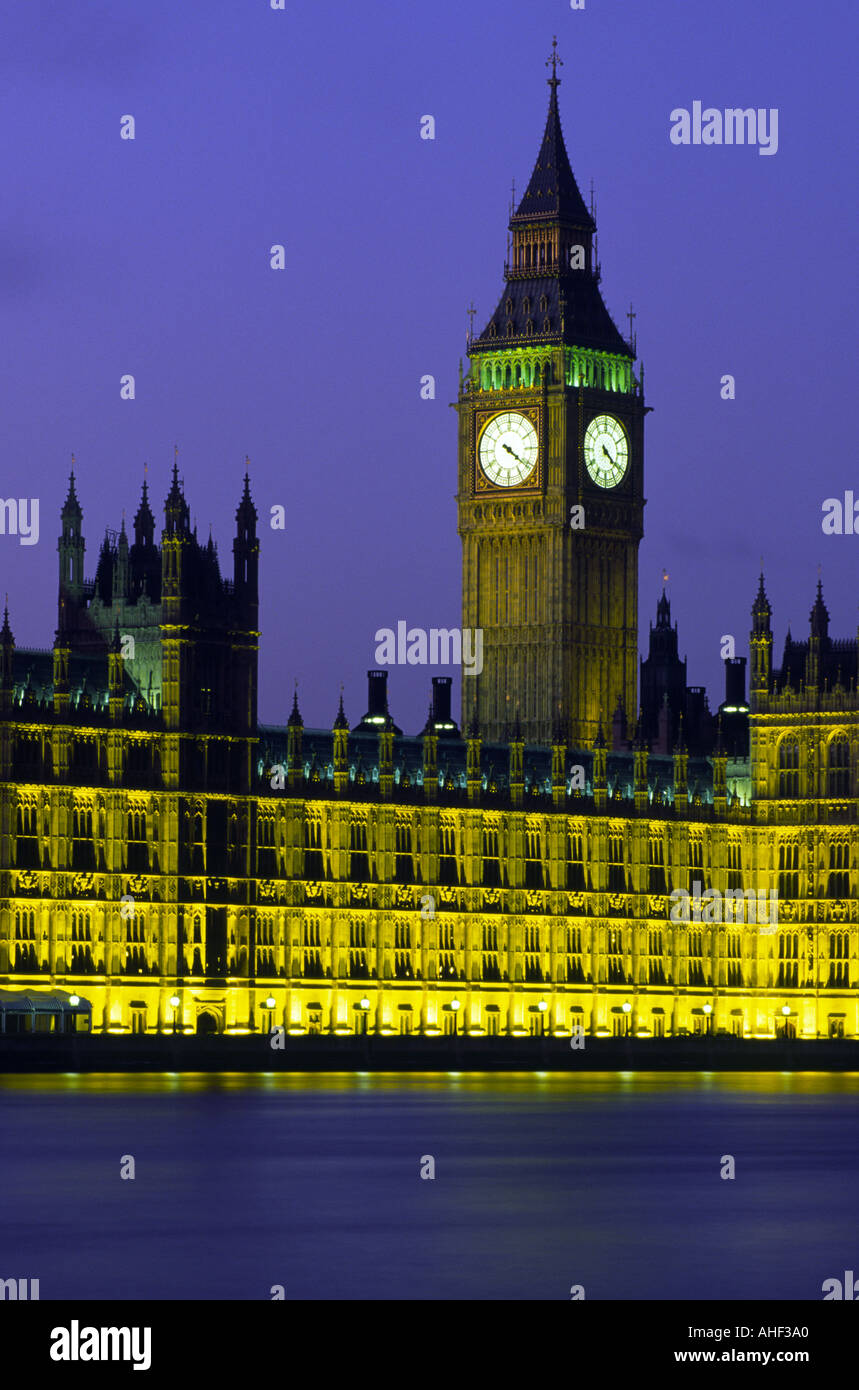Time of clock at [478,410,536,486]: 4:21
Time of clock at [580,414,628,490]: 4:21
